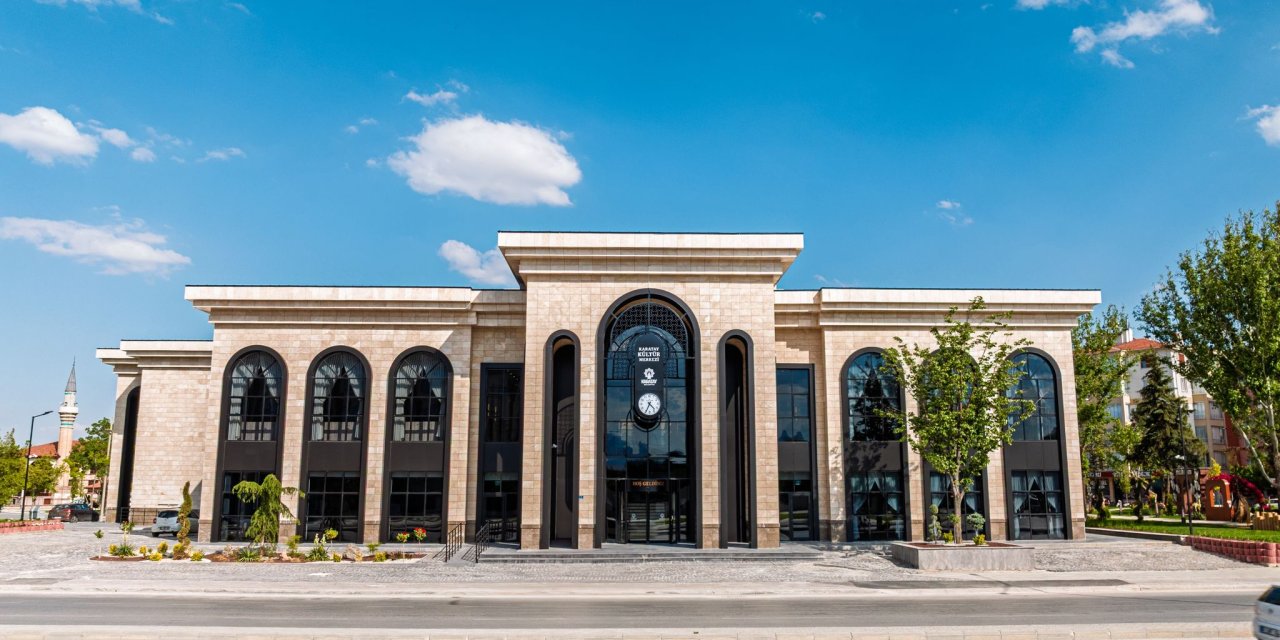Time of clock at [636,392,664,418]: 4:34
